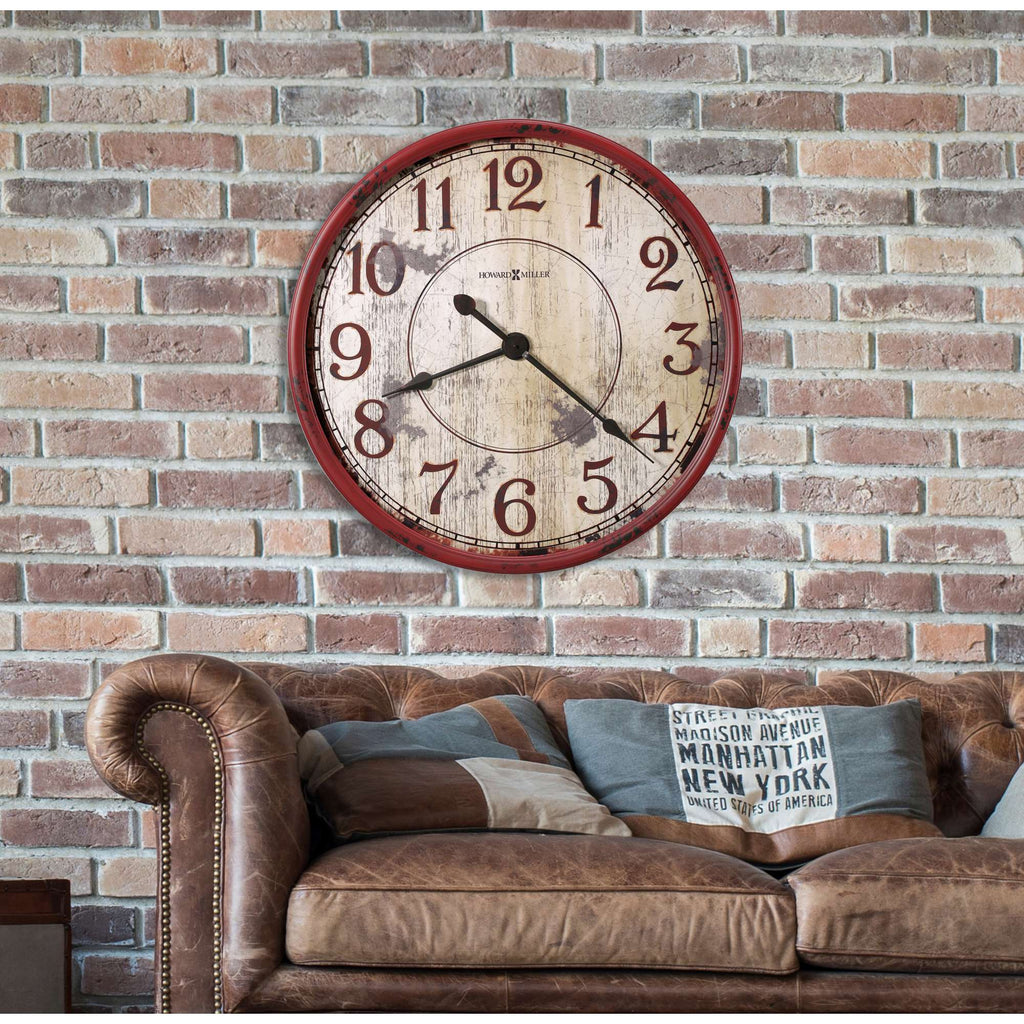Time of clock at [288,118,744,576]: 8:21
